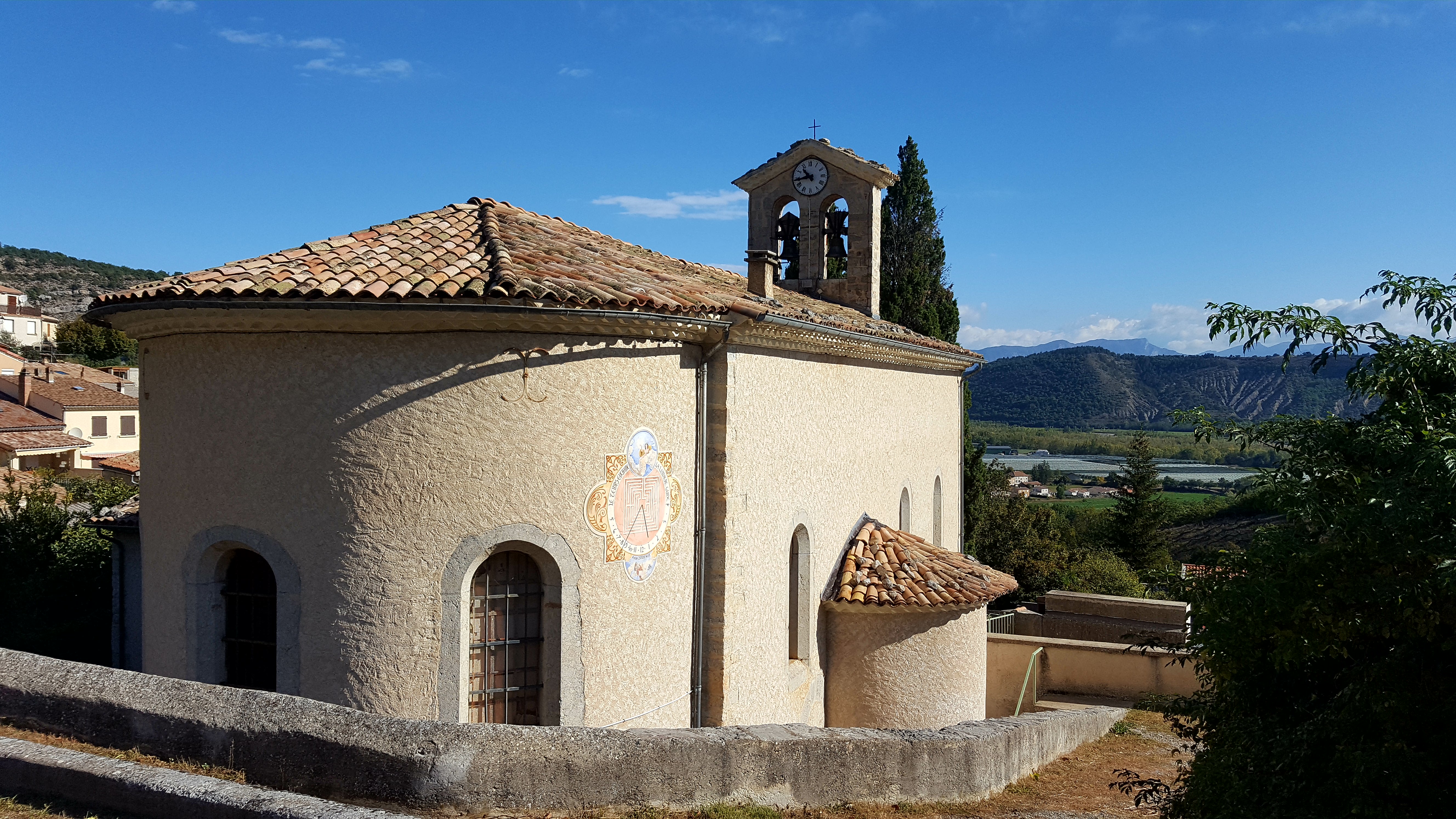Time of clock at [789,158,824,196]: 10:43
